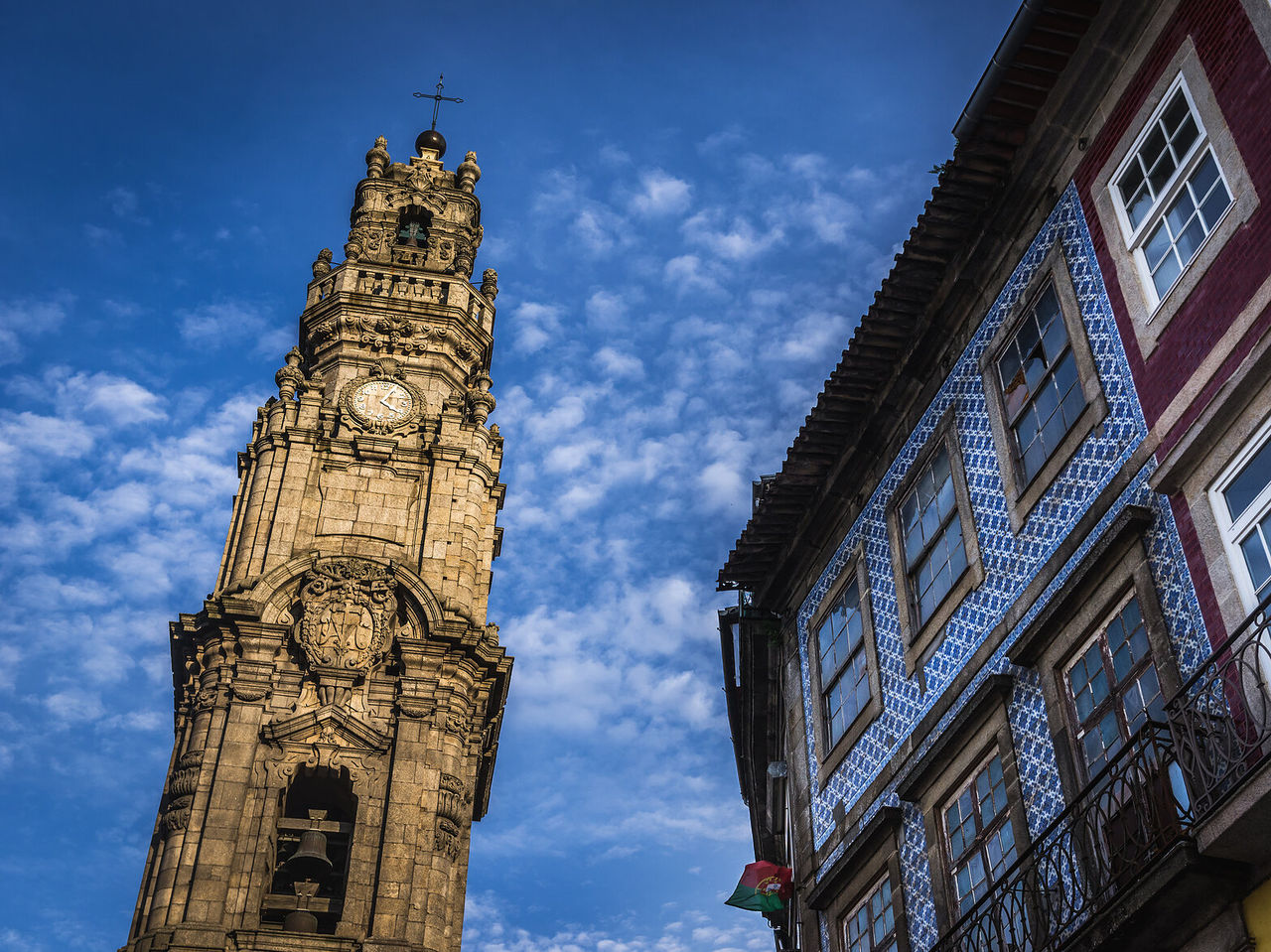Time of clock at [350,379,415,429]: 4:04
